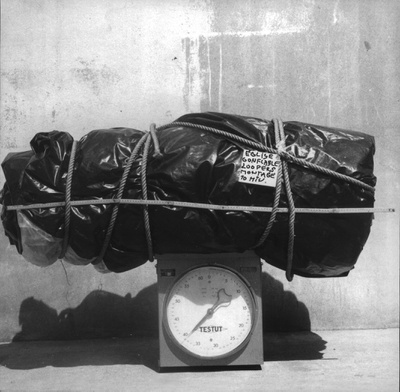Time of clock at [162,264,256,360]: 1:38
